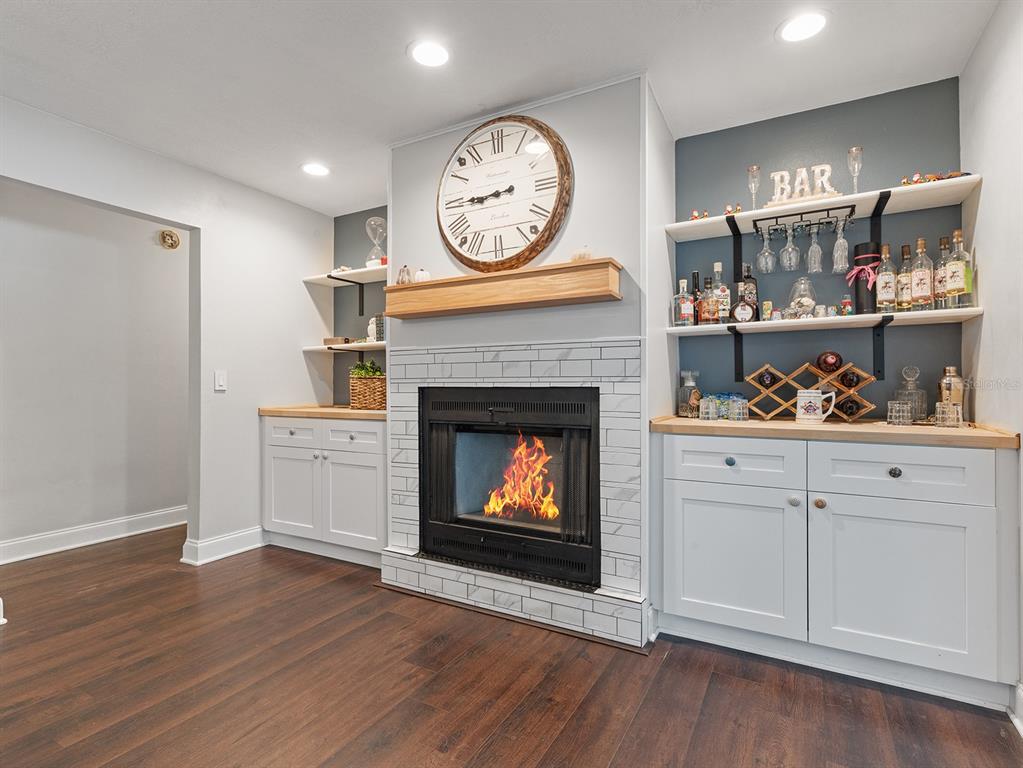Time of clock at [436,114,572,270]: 8:44
